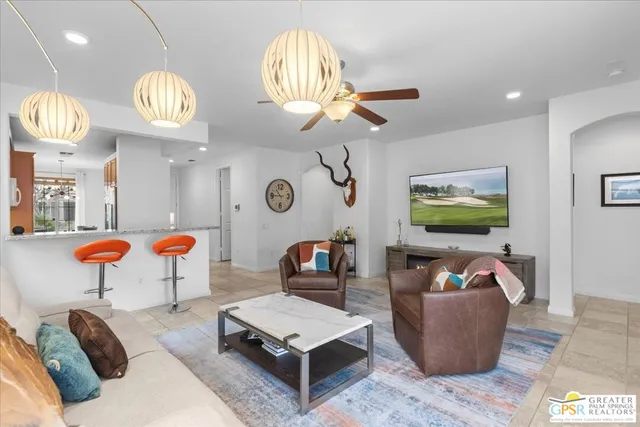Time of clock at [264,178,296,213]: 10:43
